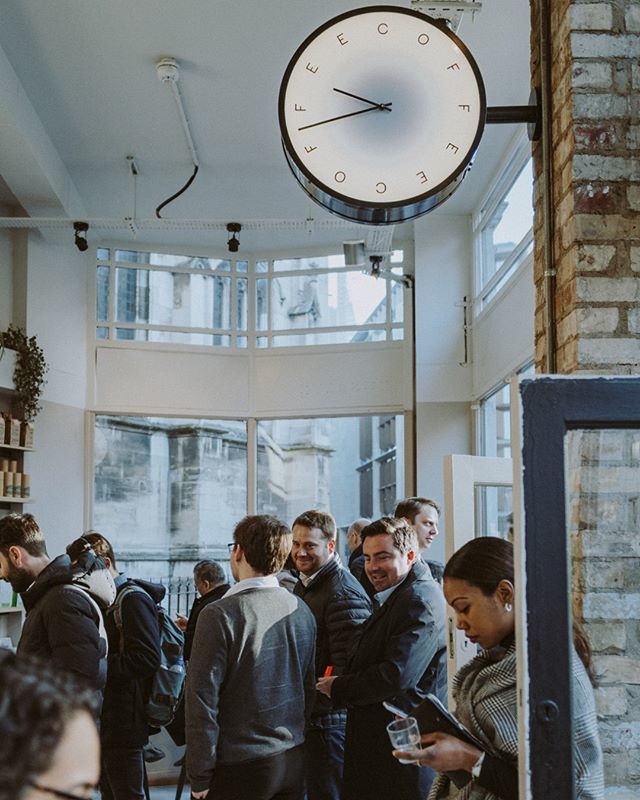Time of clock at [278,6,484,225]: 9:42
